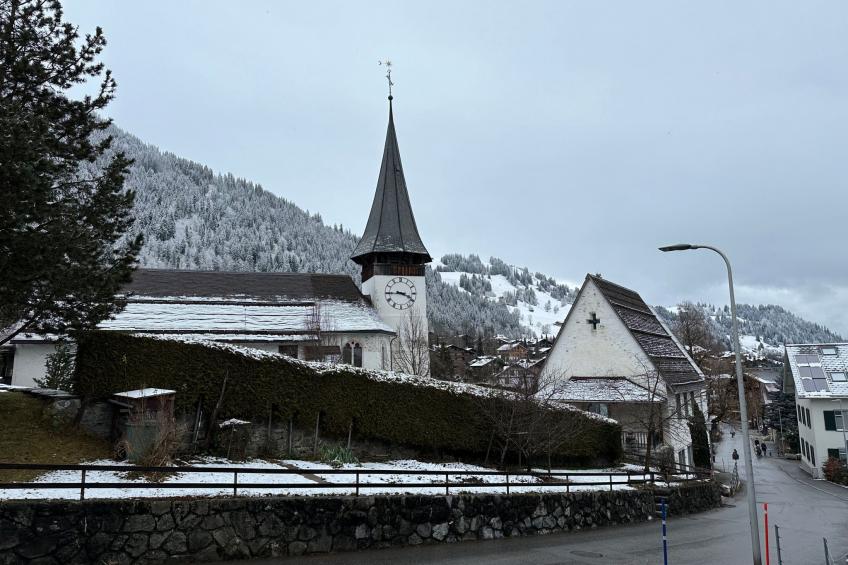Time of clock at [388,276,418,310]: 3:44
